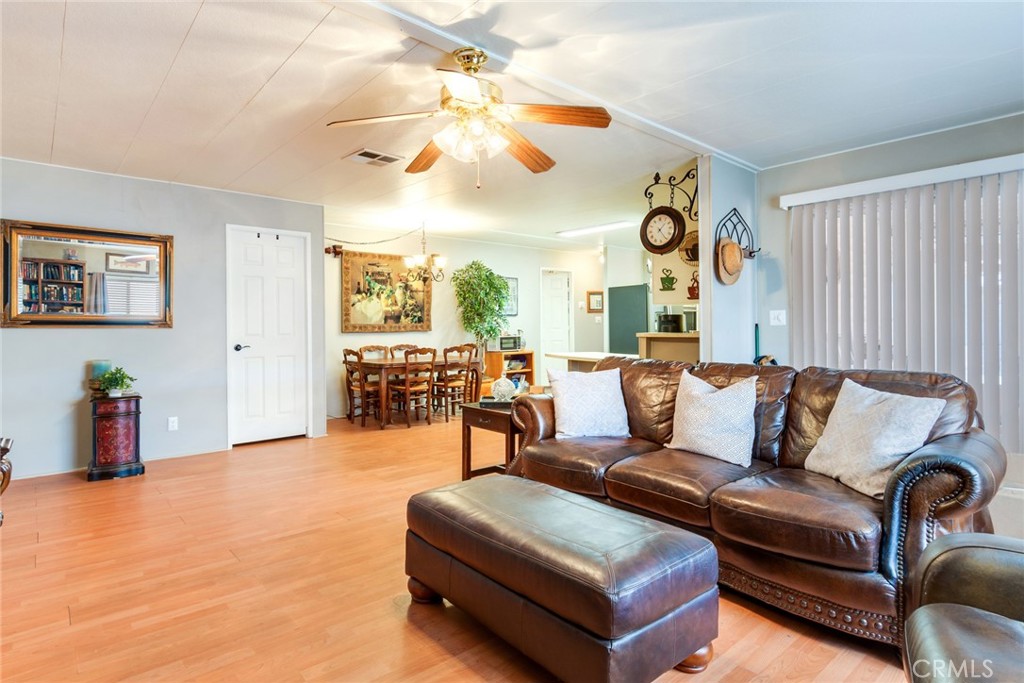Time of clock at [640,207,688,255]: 1:24
